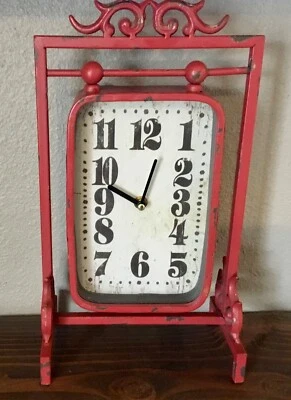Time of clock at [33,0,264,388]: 12:48
